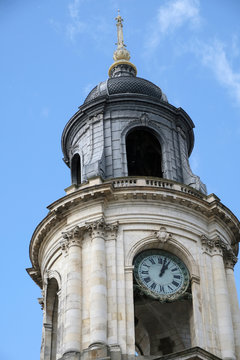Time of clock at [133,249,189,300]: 1:02
